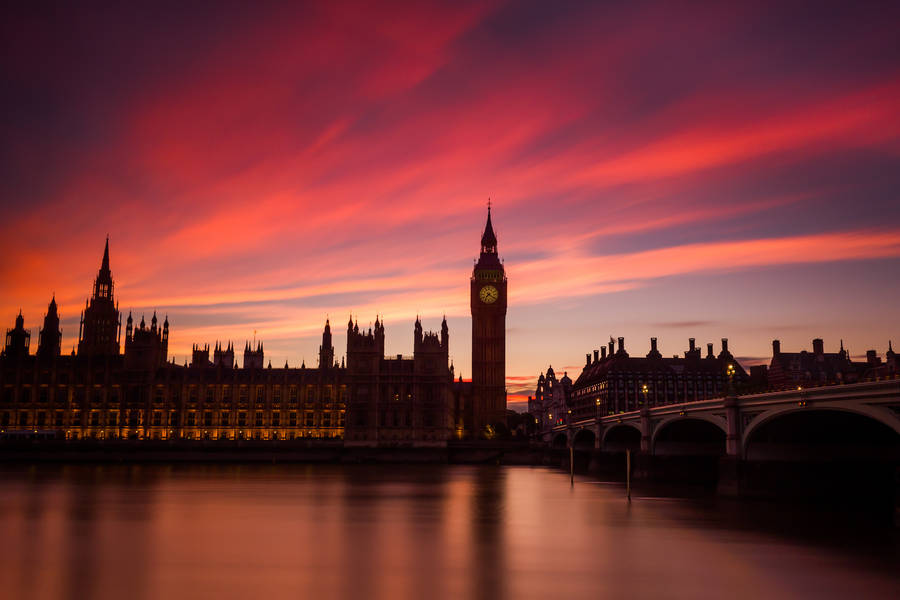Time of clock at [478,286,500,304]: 7:20
